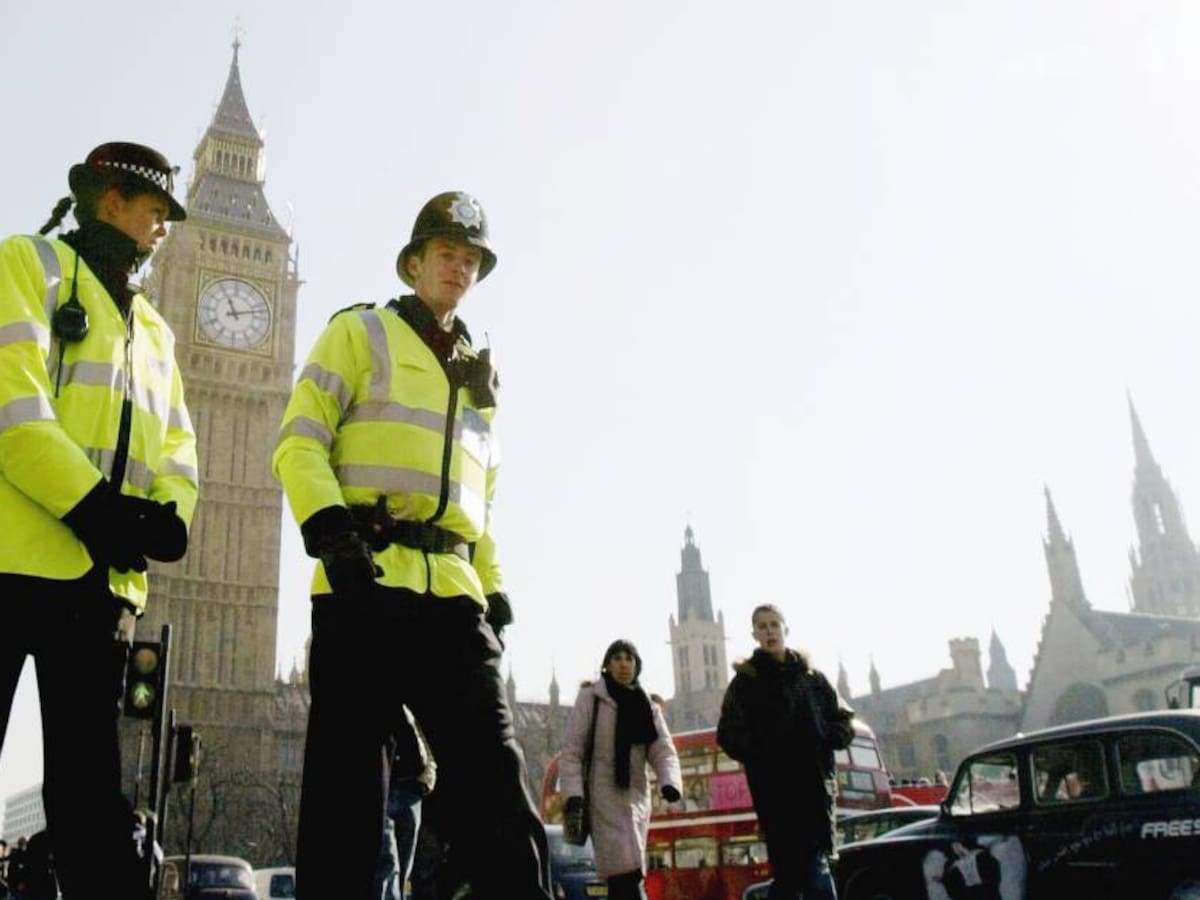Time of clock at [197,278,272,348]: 11:12
